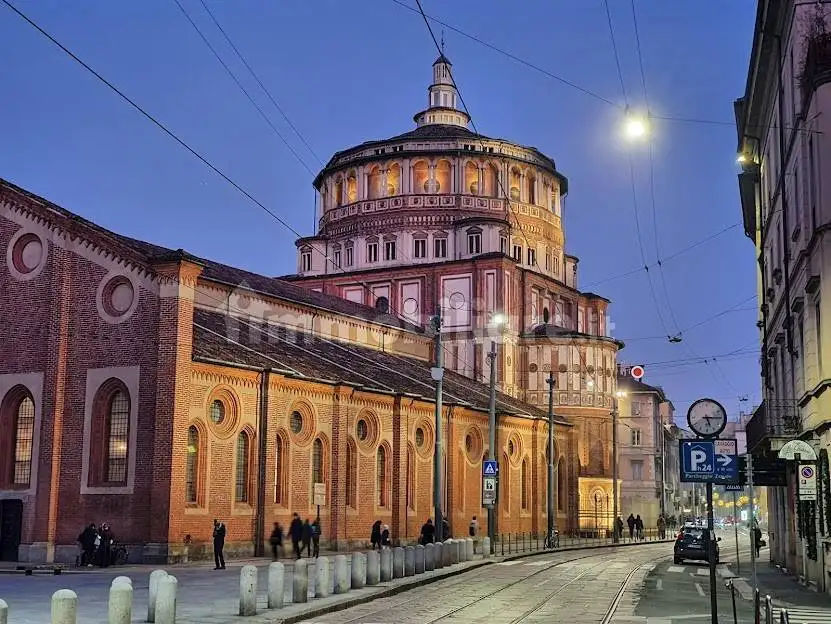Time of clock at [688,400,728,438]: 5:14
